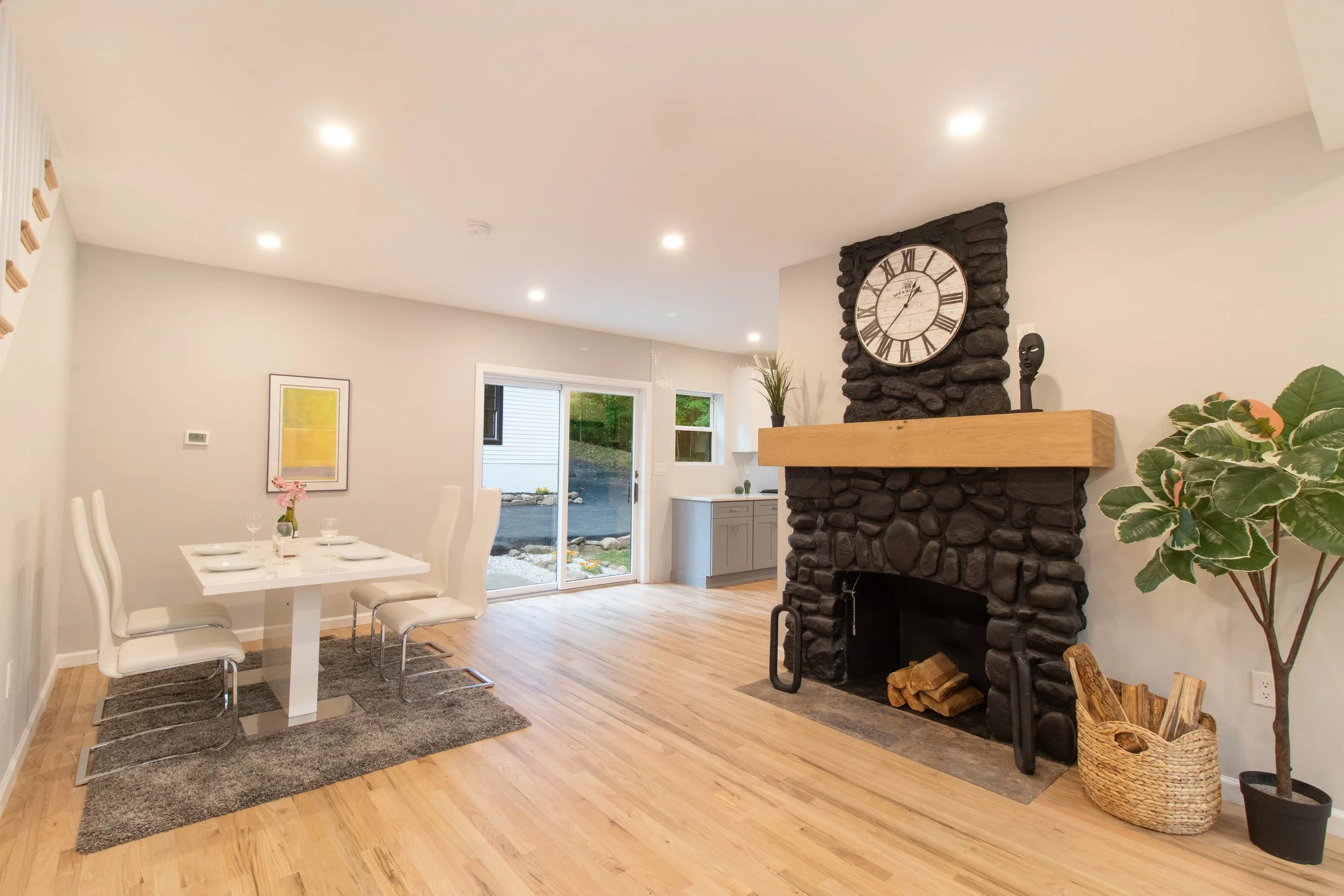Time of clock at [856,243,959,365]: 12:36
